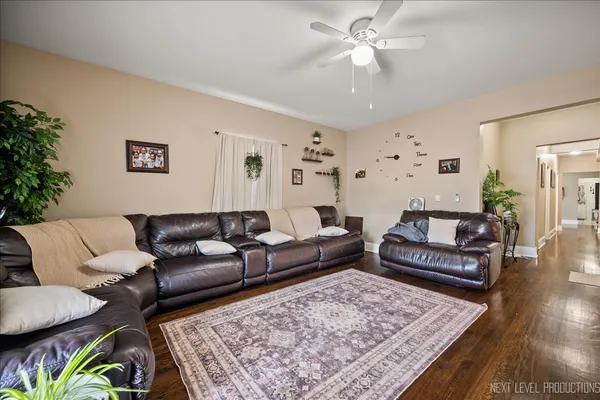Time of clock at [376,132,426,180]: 8:46
